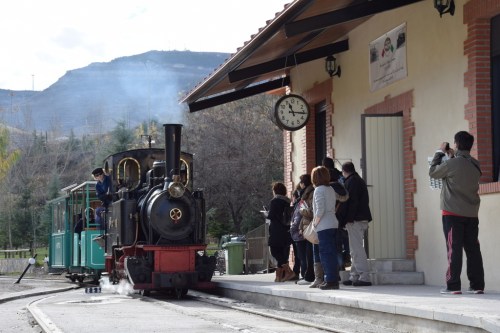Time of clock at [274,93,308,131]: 11:15
